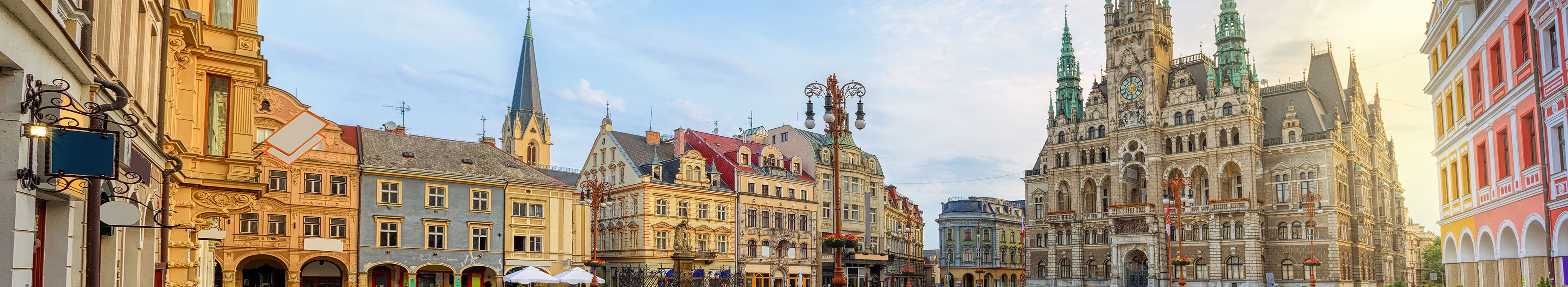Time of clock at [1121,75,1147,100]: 5:14
